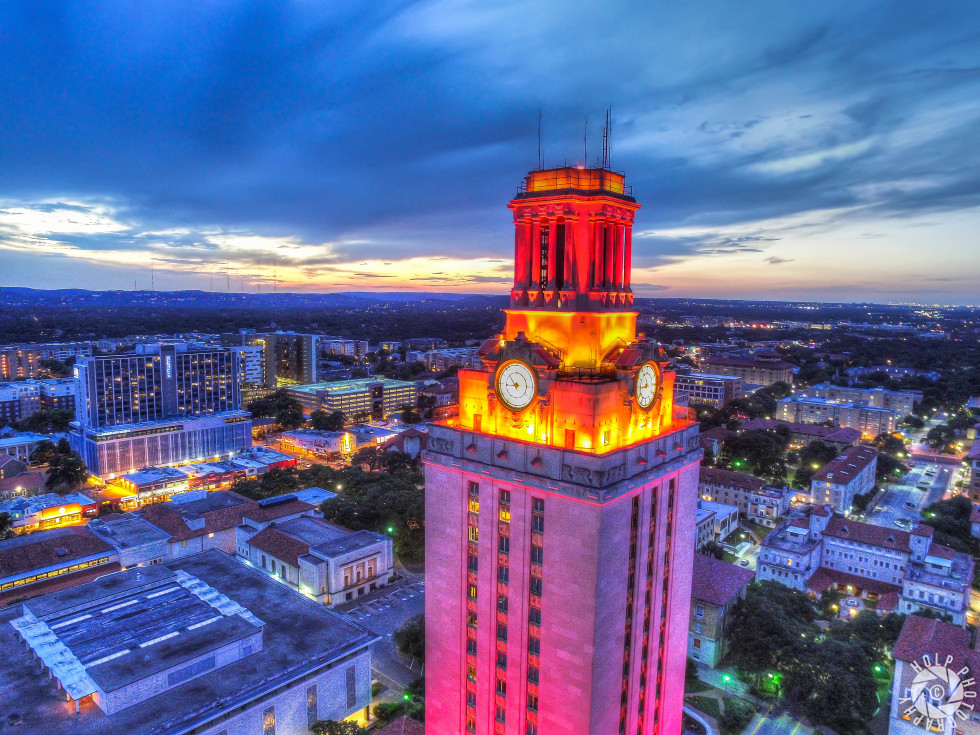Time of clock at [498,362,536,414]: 10:44
